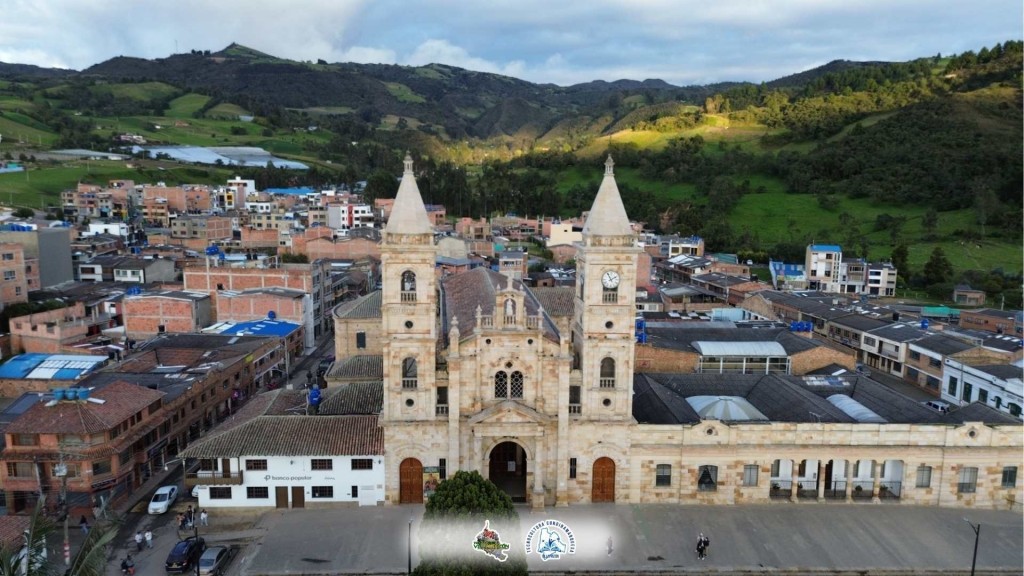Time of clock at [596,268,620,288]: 1:56
